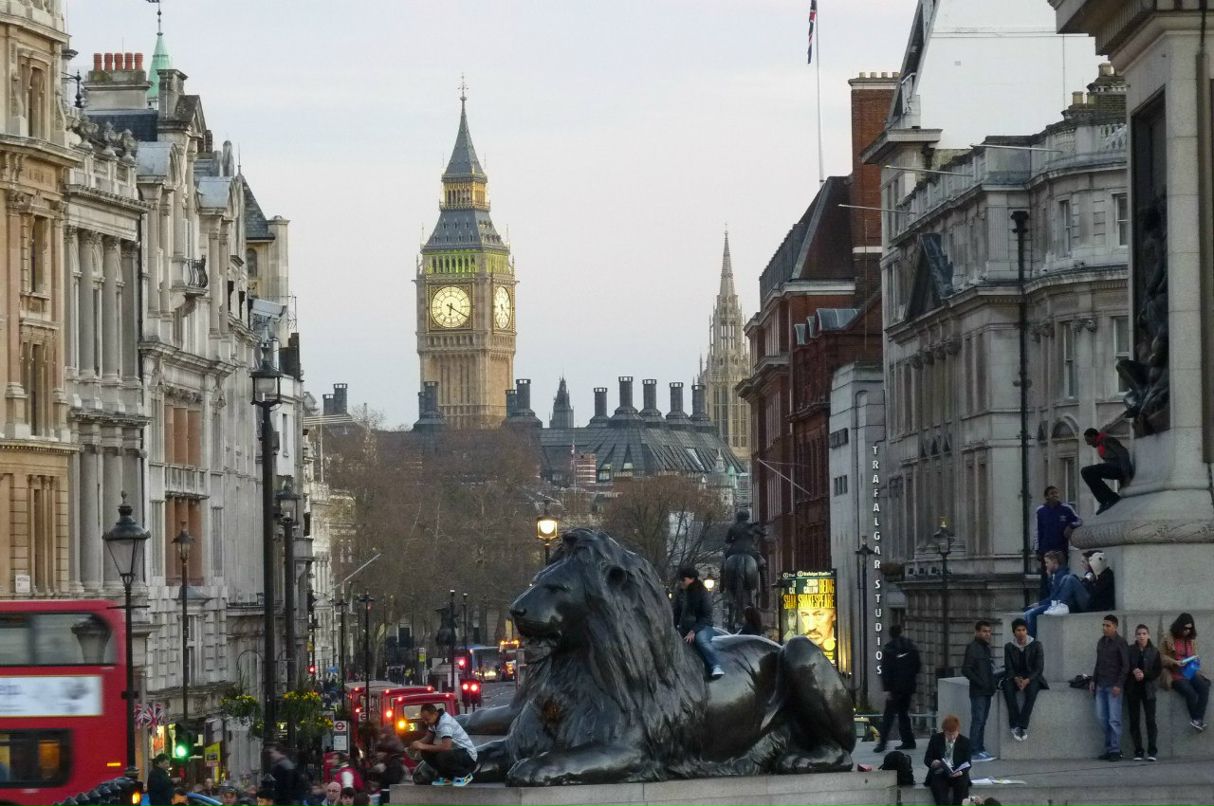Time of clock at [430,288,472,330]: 6:20
